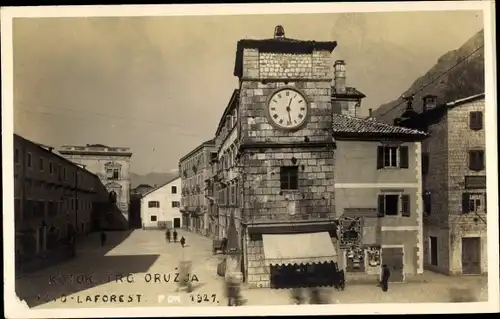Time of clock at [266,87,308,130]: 12:28
